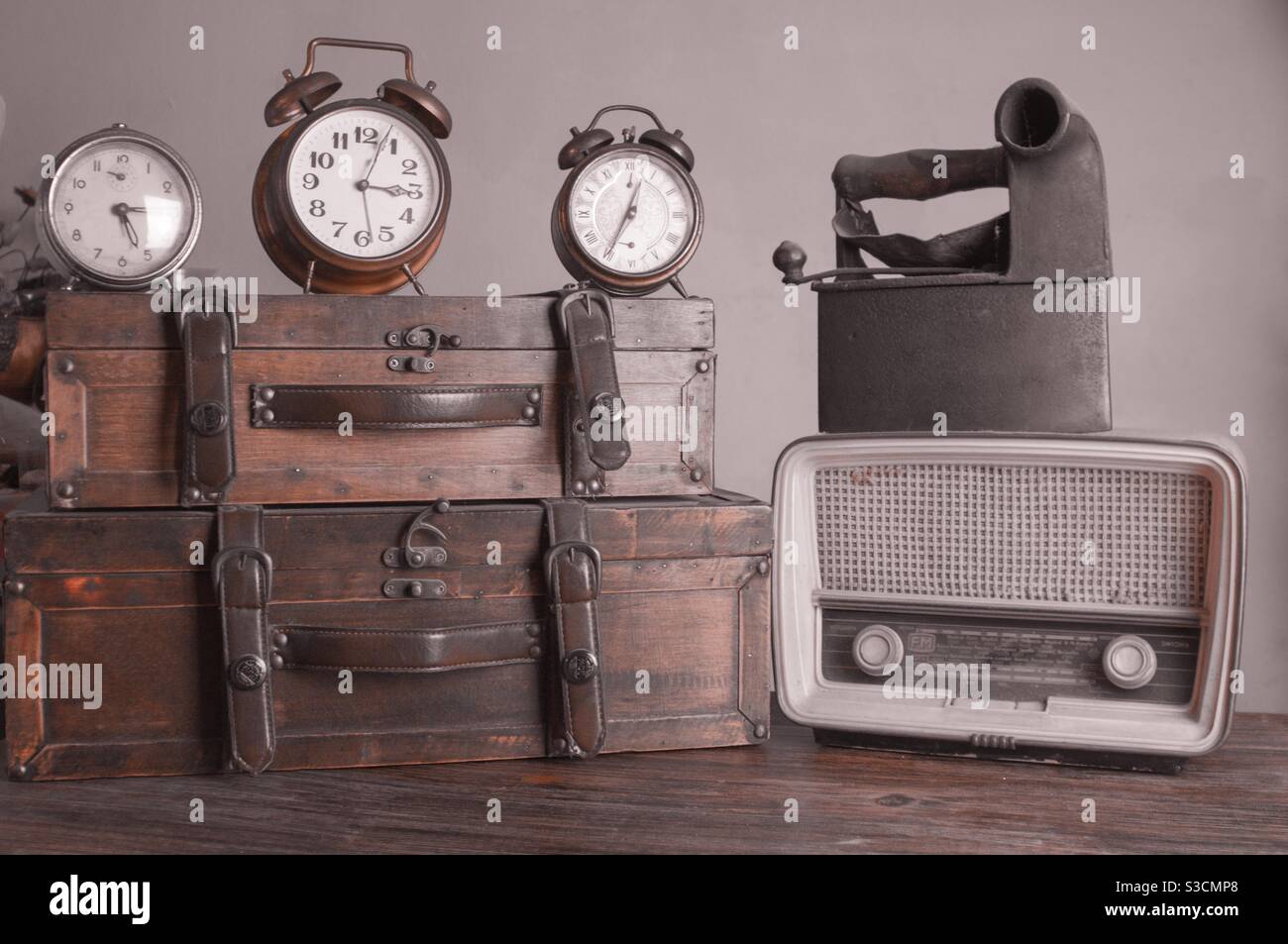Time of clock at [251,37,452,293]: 3:03
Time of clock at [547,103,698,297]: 12:34
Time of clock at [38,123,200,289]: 5:14
